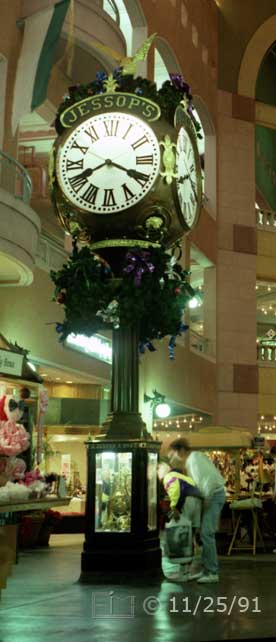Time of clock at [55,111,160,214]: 8:19
